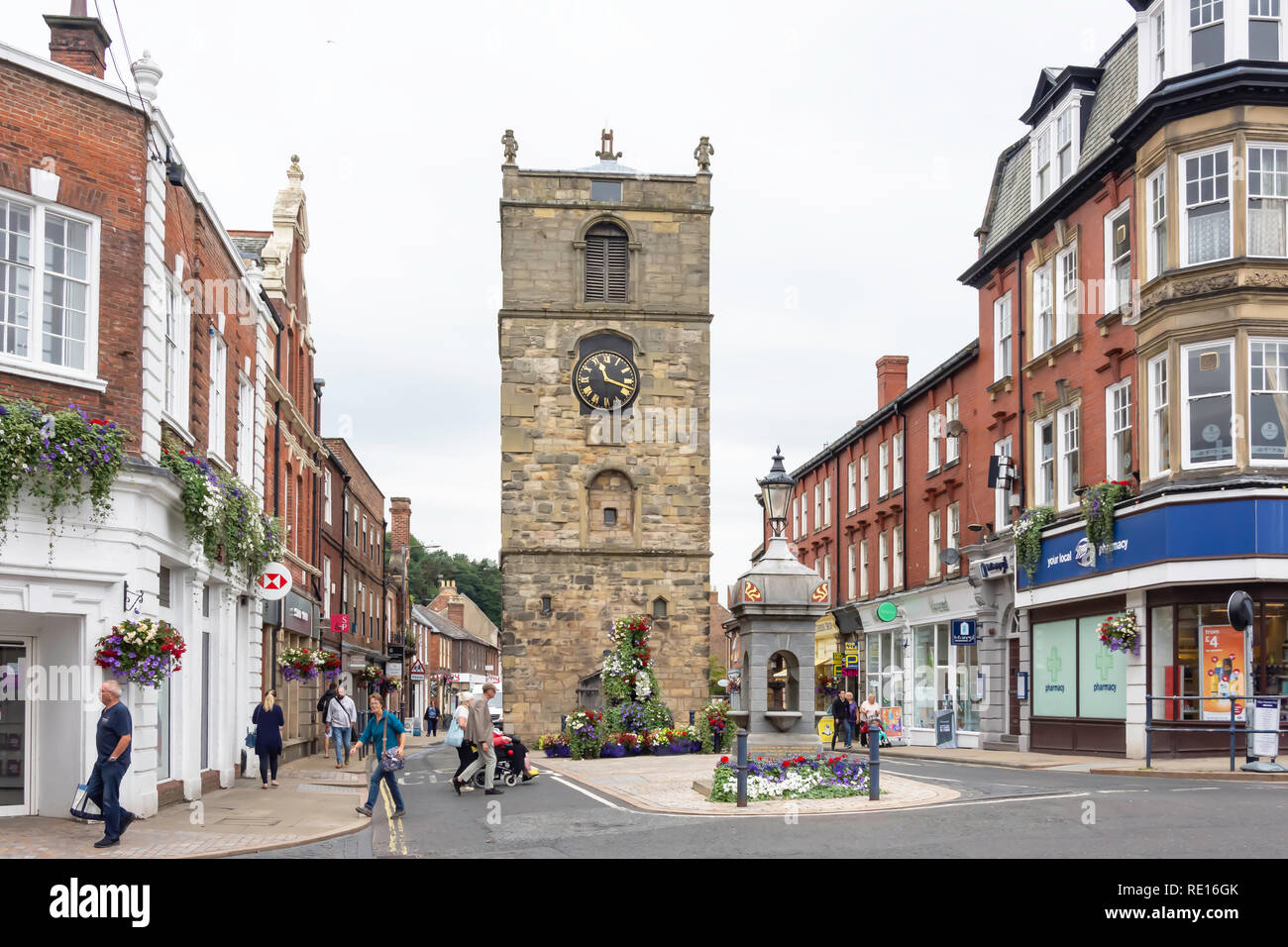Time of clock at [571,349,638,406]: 11:17
